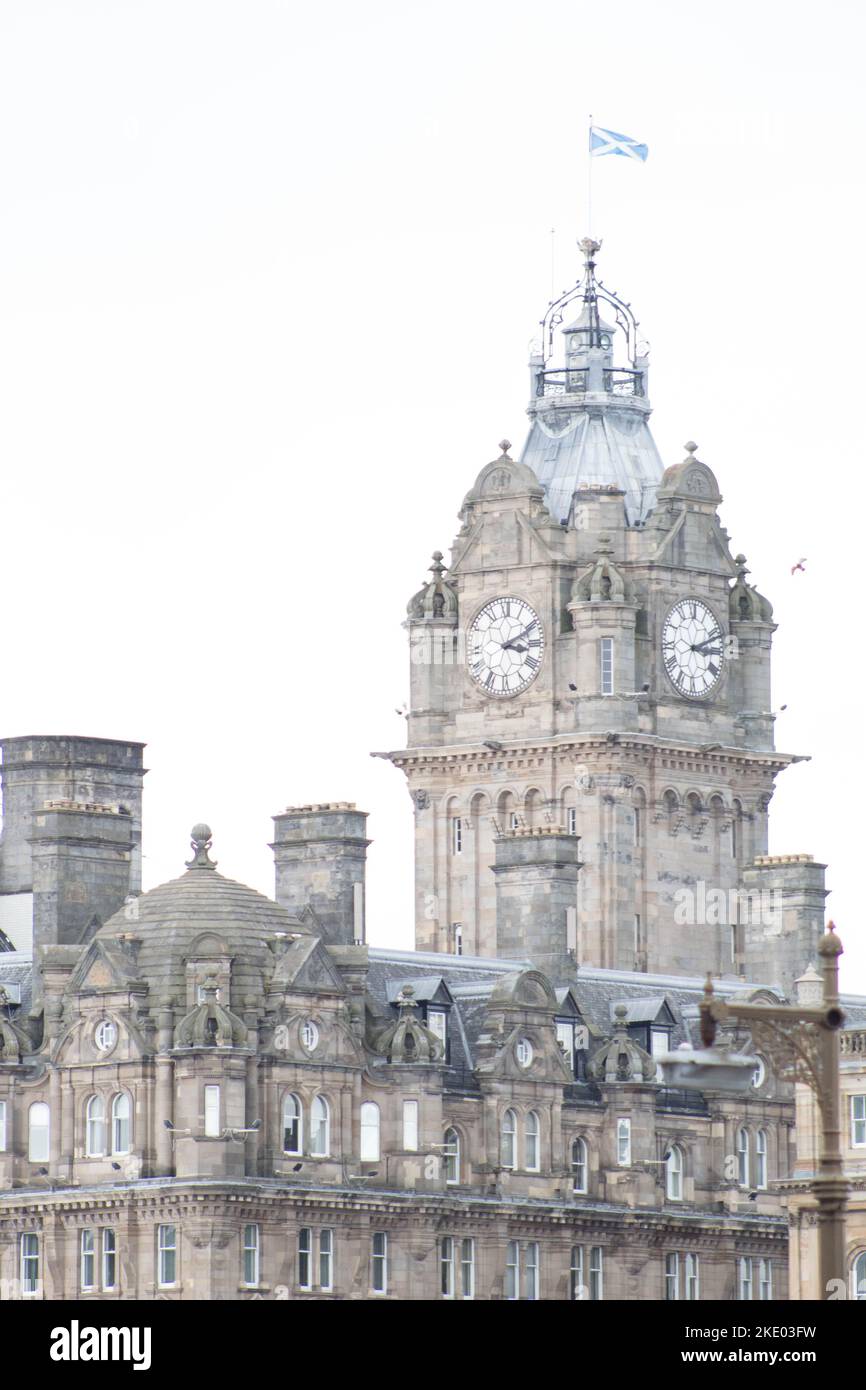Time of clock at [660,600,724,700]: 3:11
